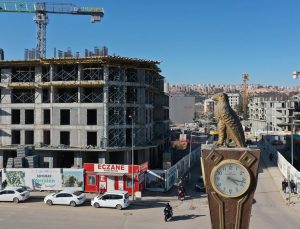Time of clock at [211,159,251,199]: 4:17
